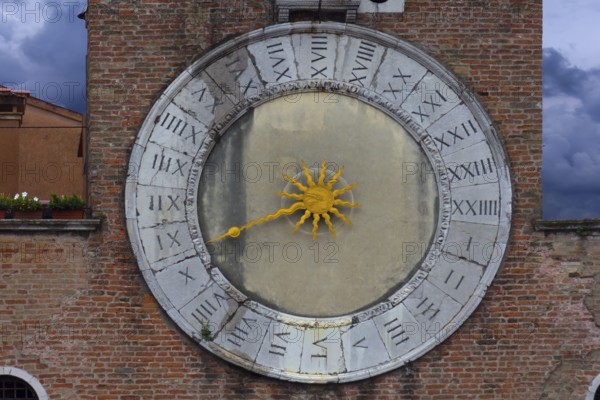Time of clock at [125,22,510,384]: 8:41
